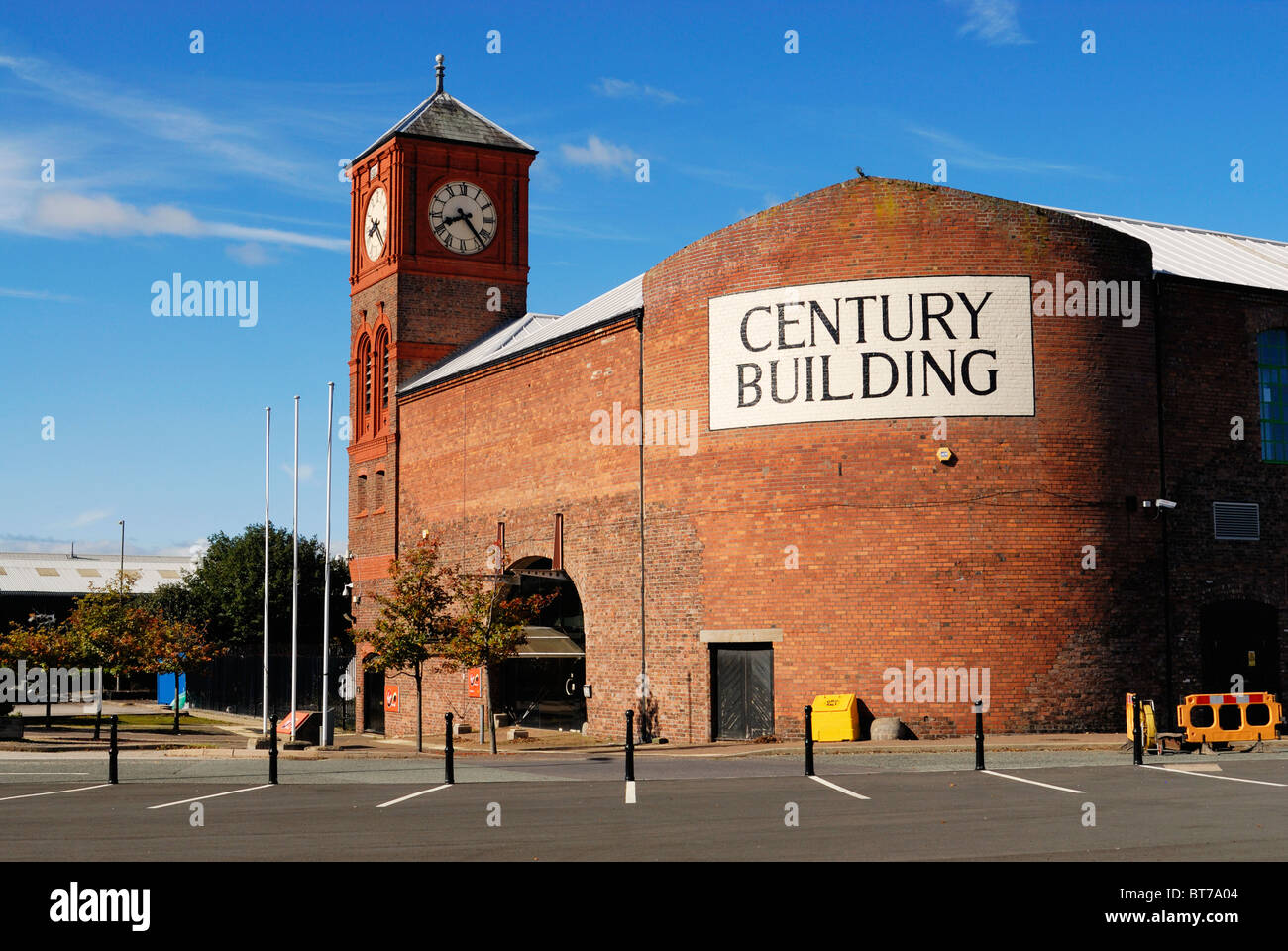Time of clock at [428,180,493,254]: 8:23
